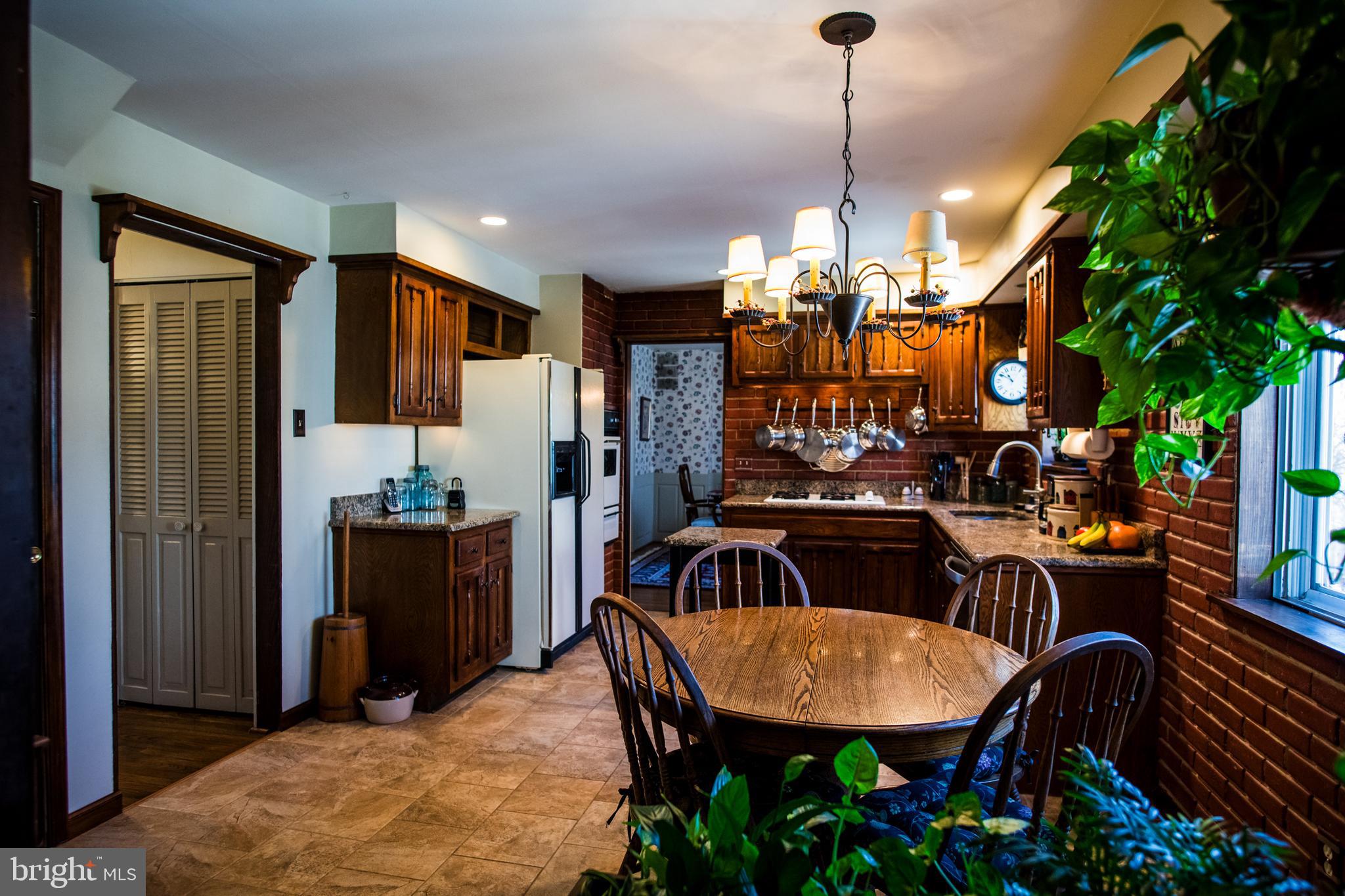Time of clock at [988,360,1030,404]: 10:49
